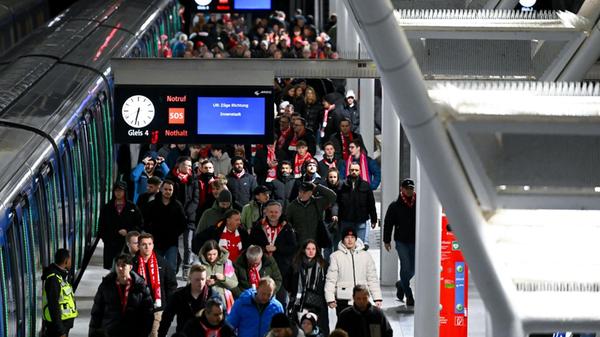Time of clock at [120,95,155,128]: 6:32
